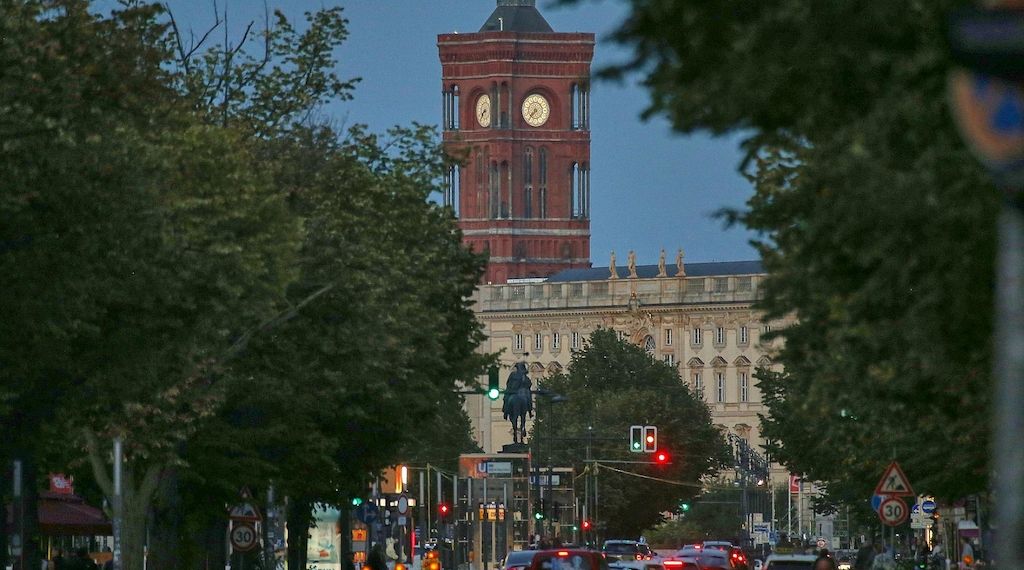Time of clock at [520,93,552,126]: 7:36
